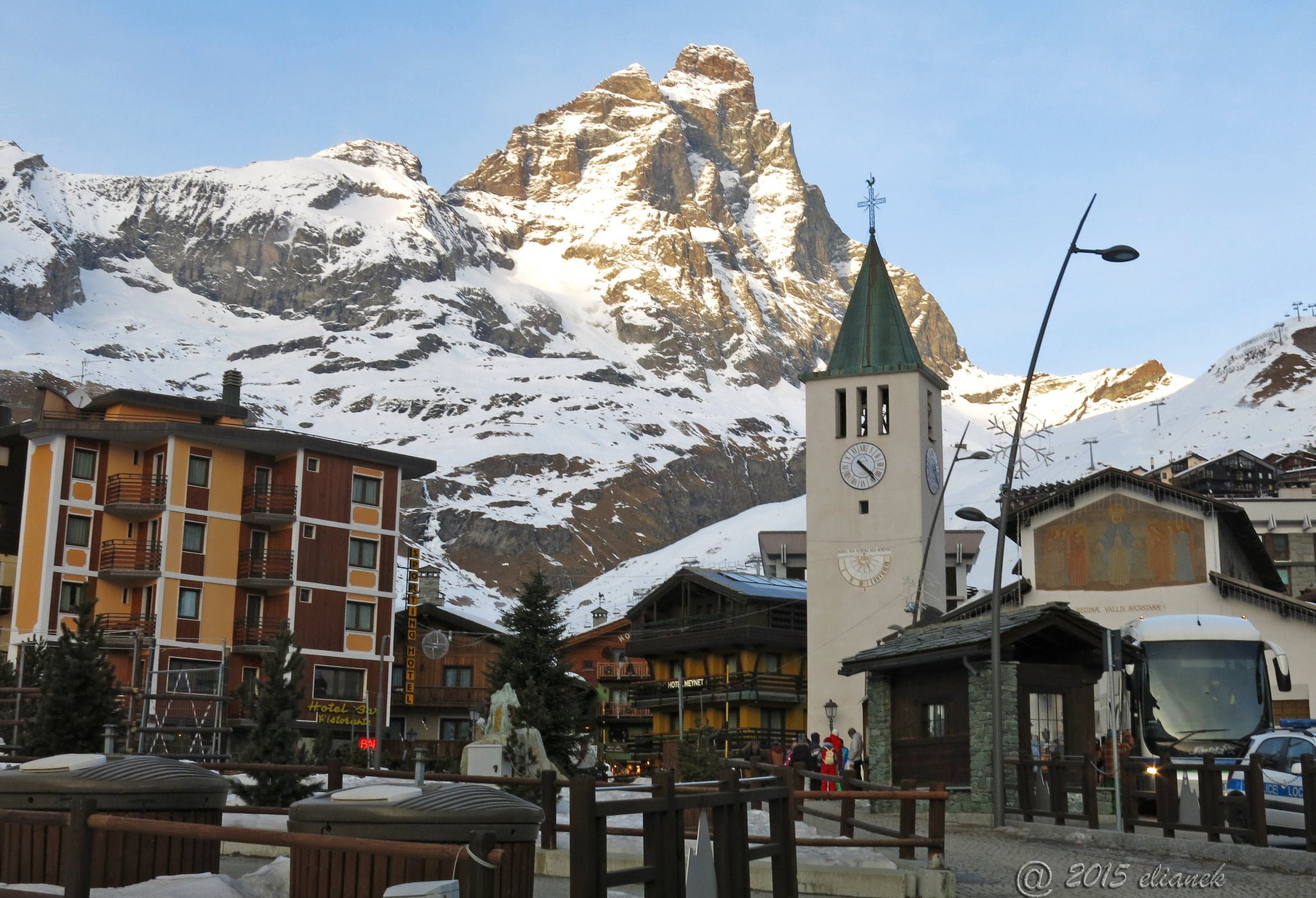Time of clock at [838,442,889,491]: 4:23
